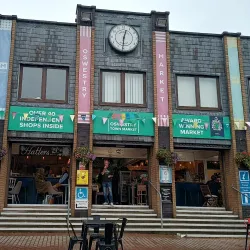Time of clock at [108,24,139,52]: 12:30
